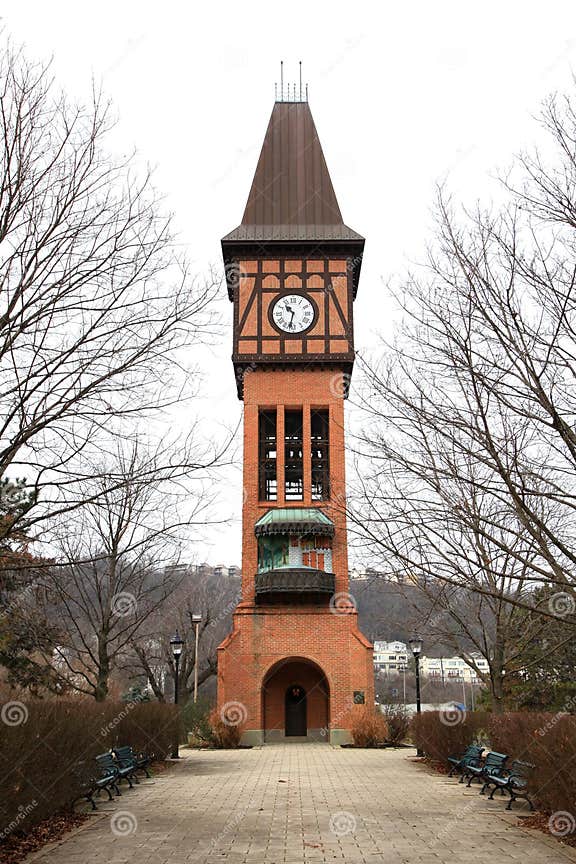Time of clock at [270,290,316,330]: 10:32
